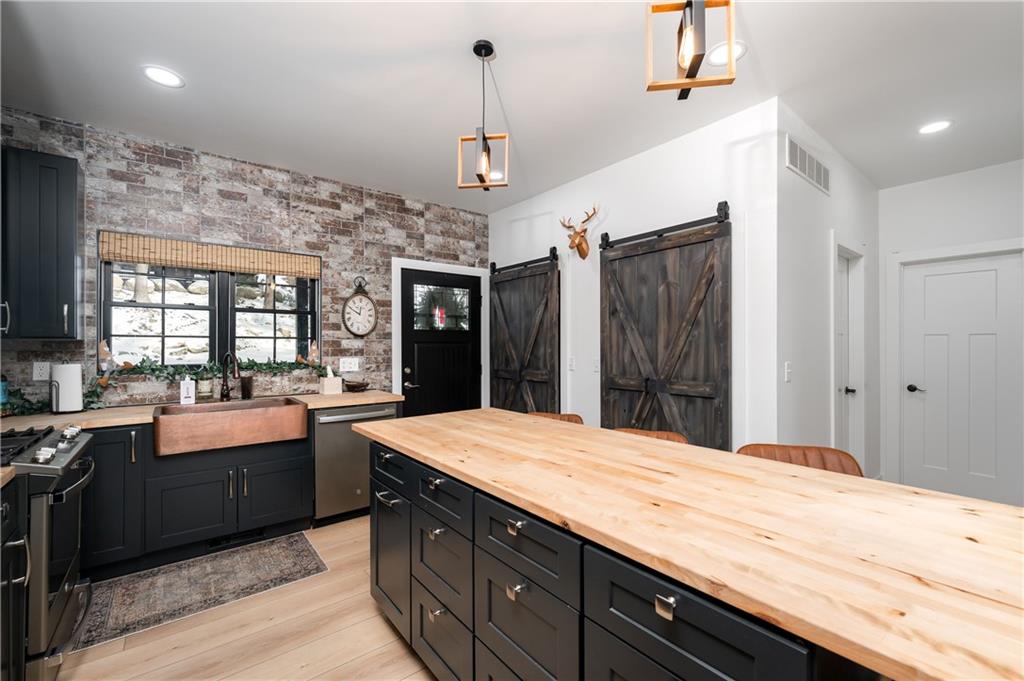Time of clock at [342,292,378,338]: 11:49
